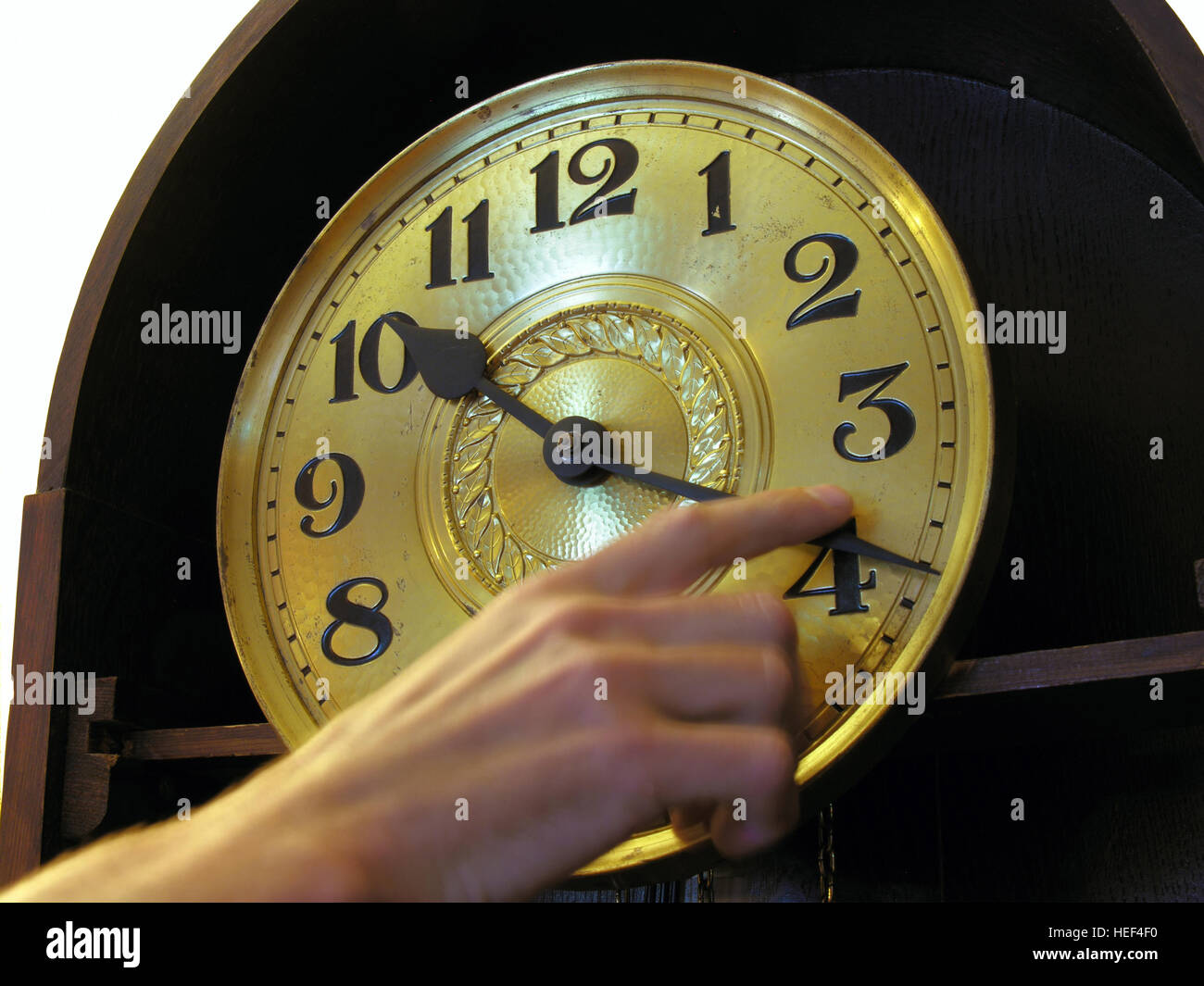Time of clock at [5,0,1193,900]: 10:18
